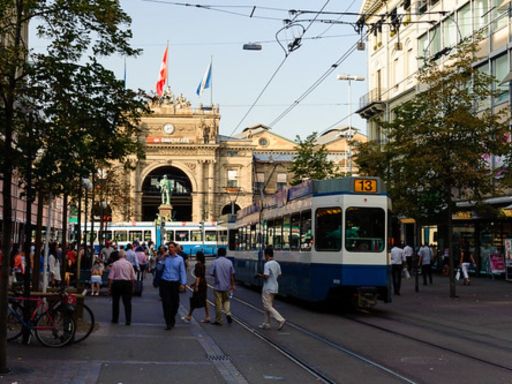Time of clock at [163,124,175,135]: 7:12
